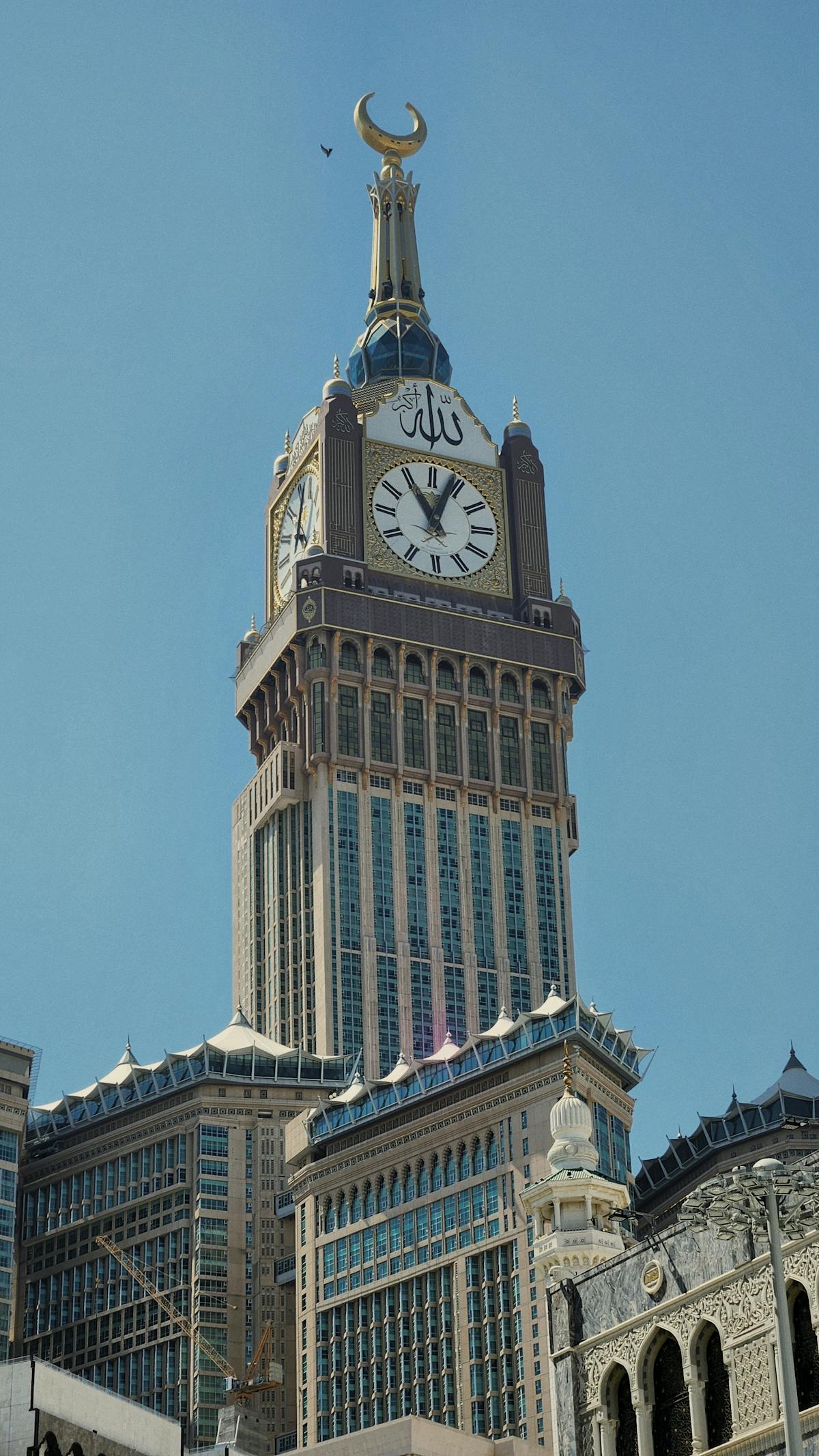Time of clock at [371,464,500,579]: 11:03
